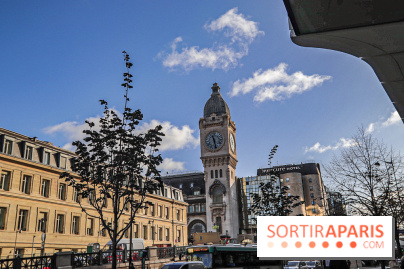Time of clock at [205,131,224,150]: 11:28
